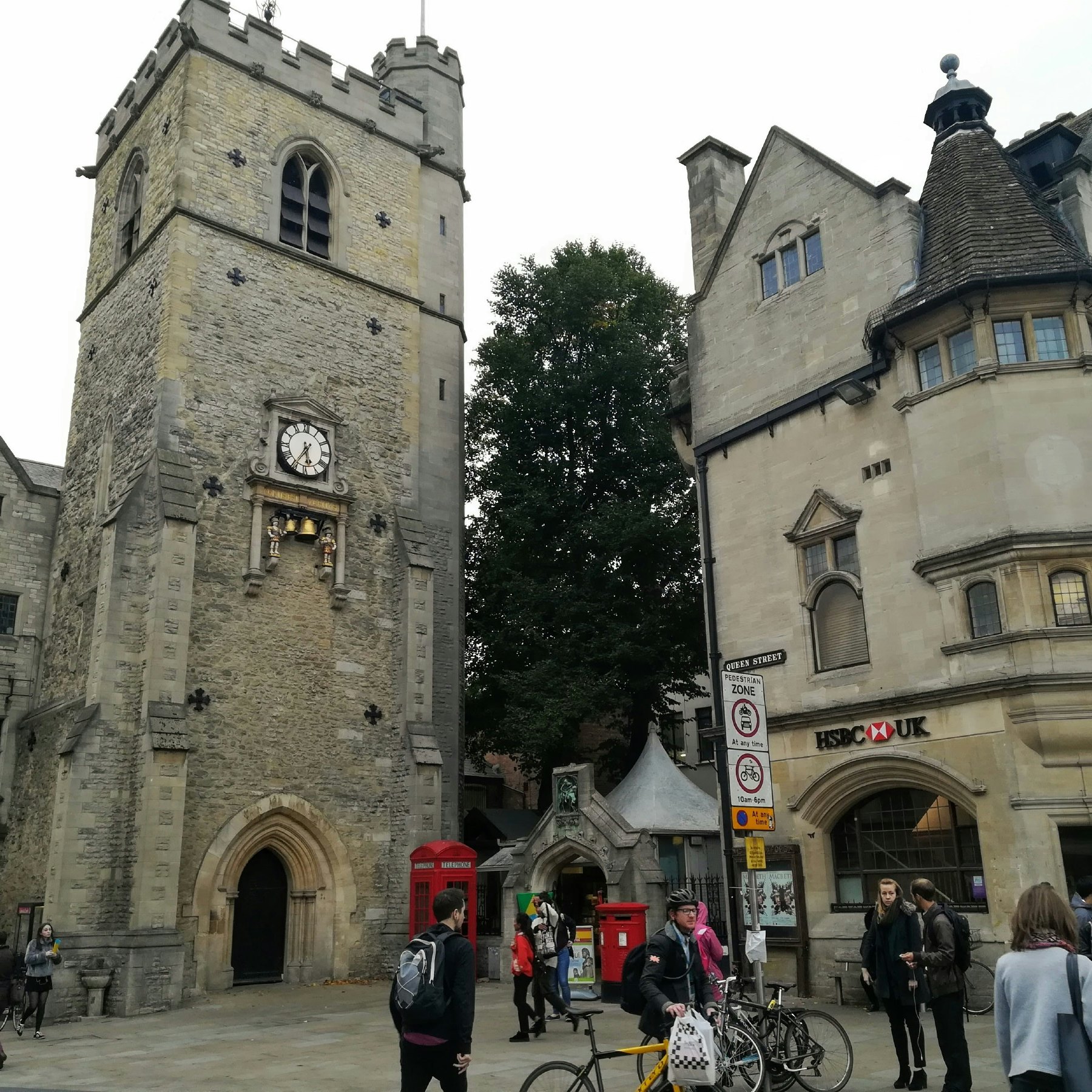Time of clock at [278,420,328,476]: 5:35
